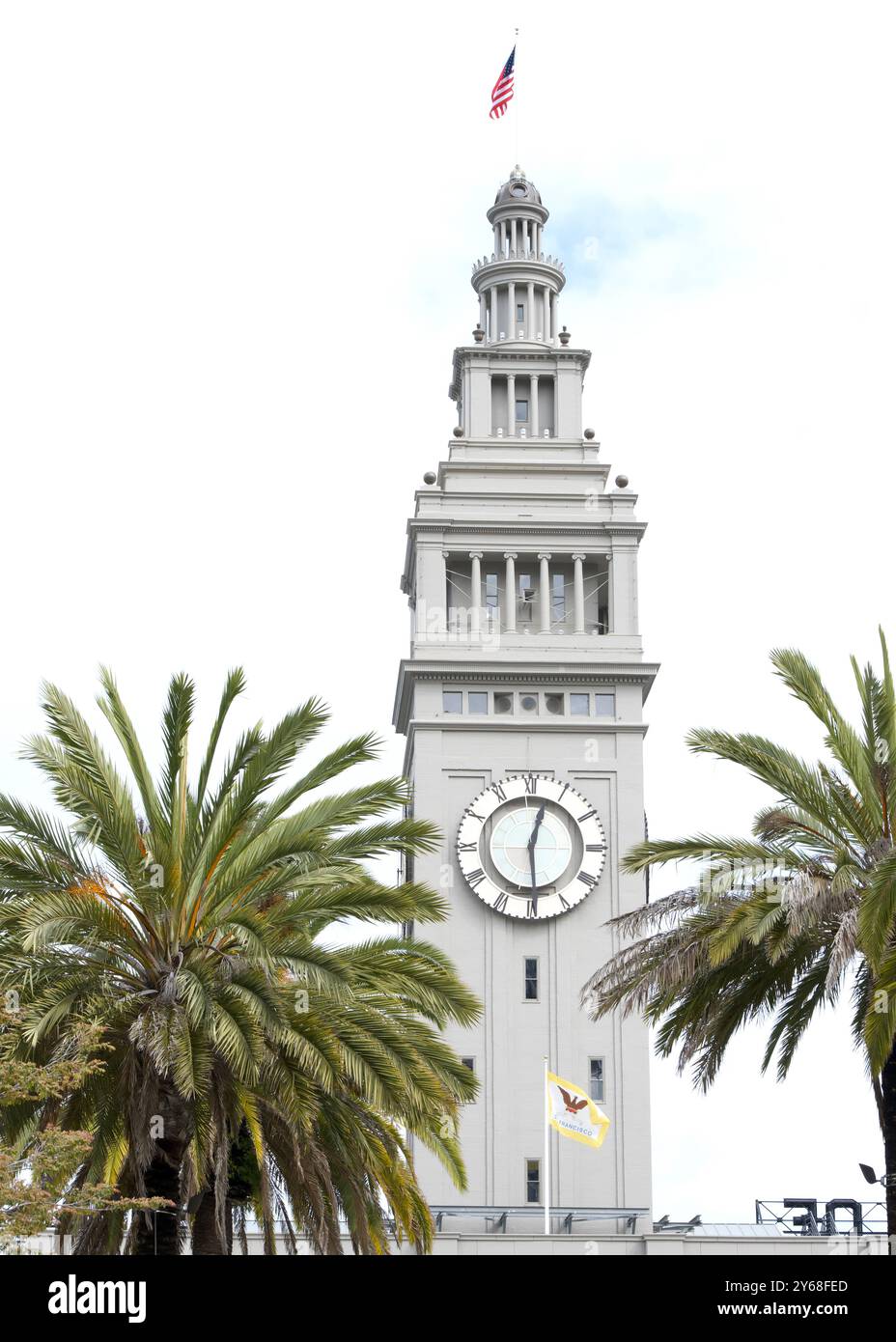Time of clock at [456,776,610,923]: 12:29
